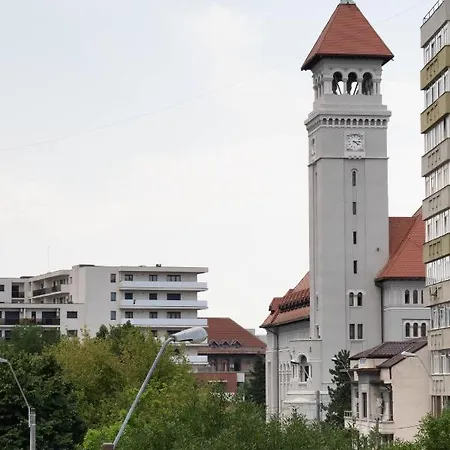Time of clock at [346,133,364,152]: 4:14
